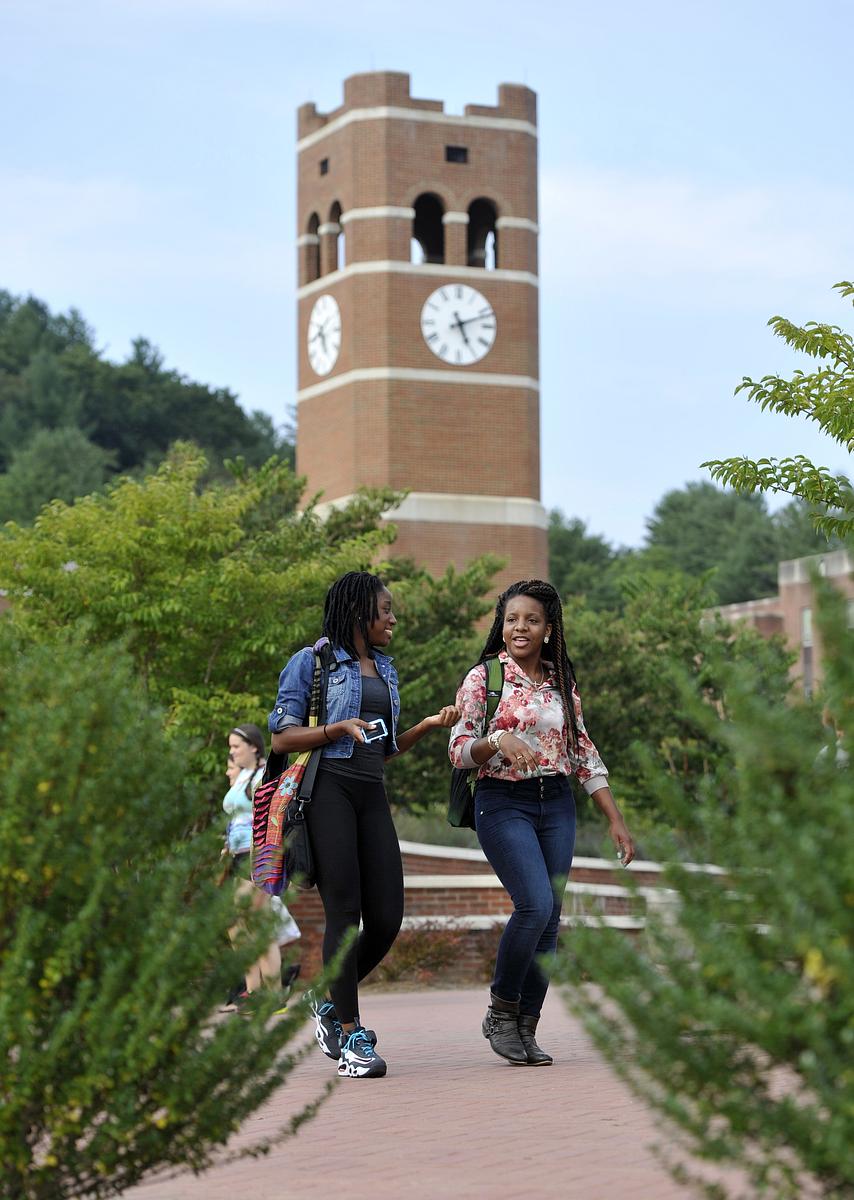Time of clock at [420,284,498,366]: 5:11
